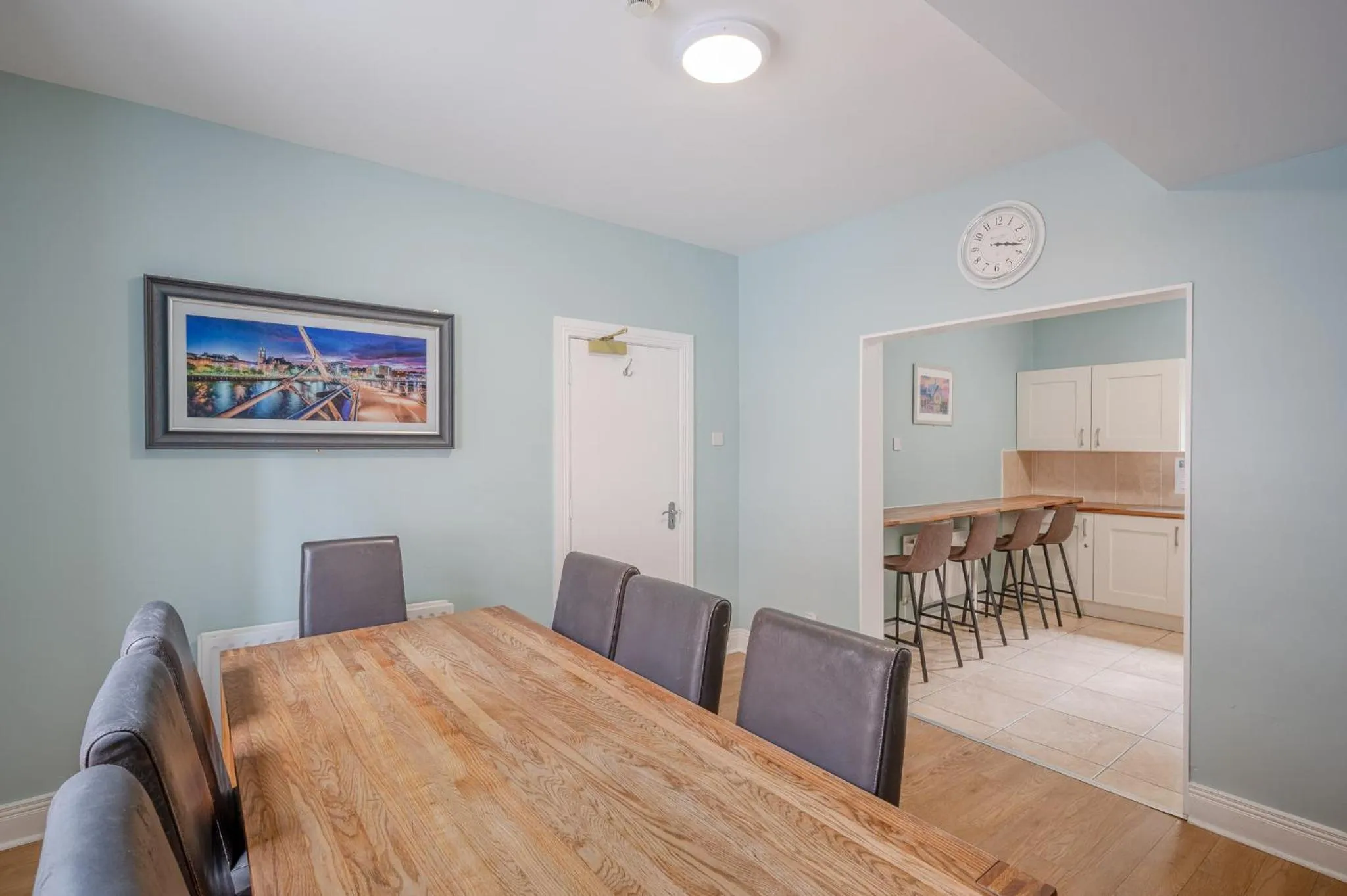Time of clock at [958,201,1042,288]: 3:17
